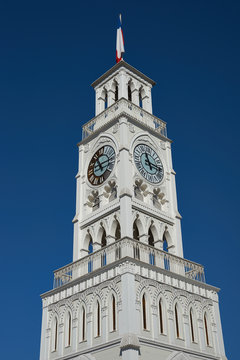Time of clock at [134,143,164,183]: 11:16
